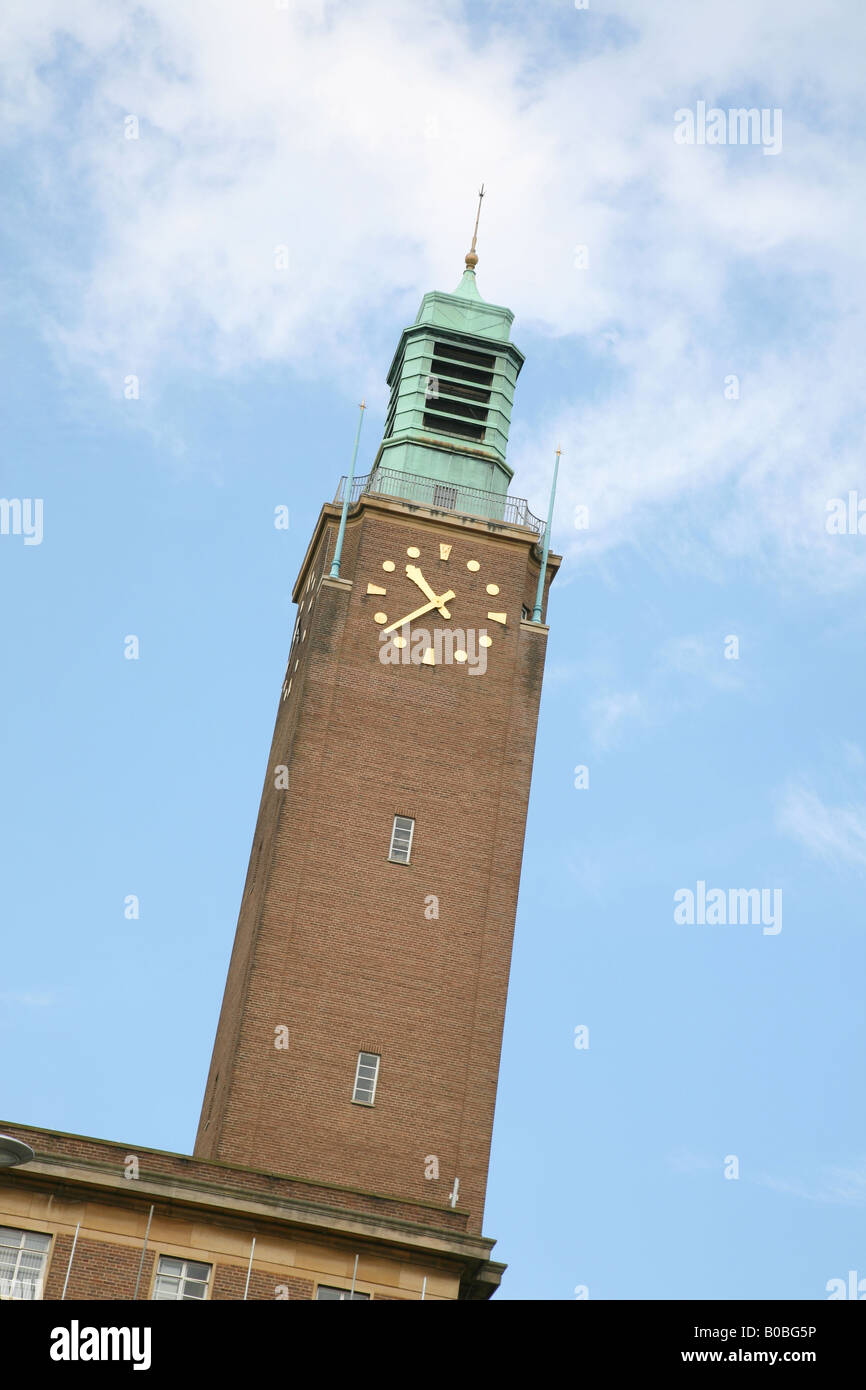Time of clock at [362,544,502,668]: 10:38
